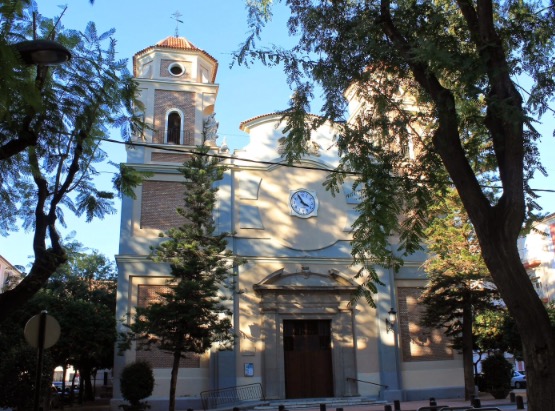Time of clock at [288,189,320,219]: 3:54
